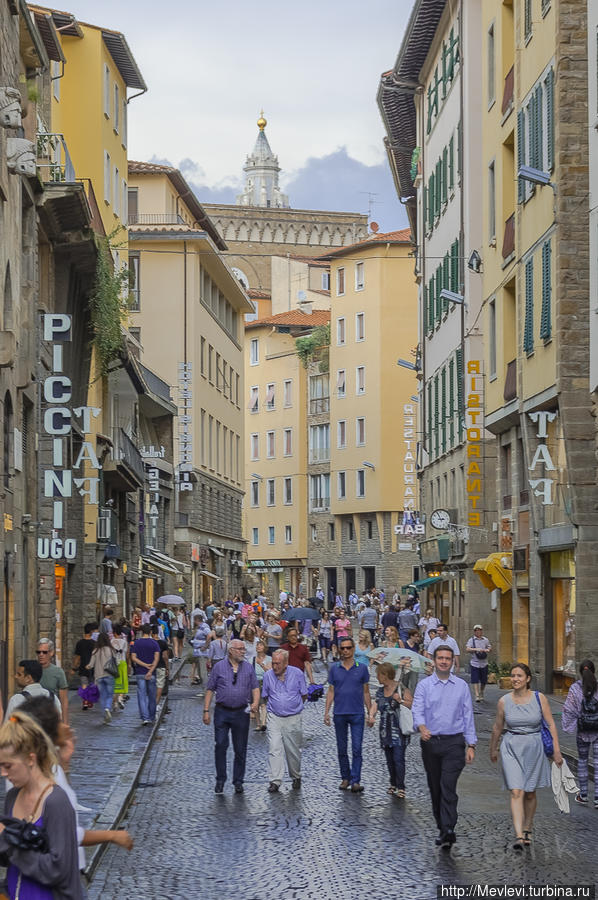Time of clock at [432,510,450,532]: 2:56
